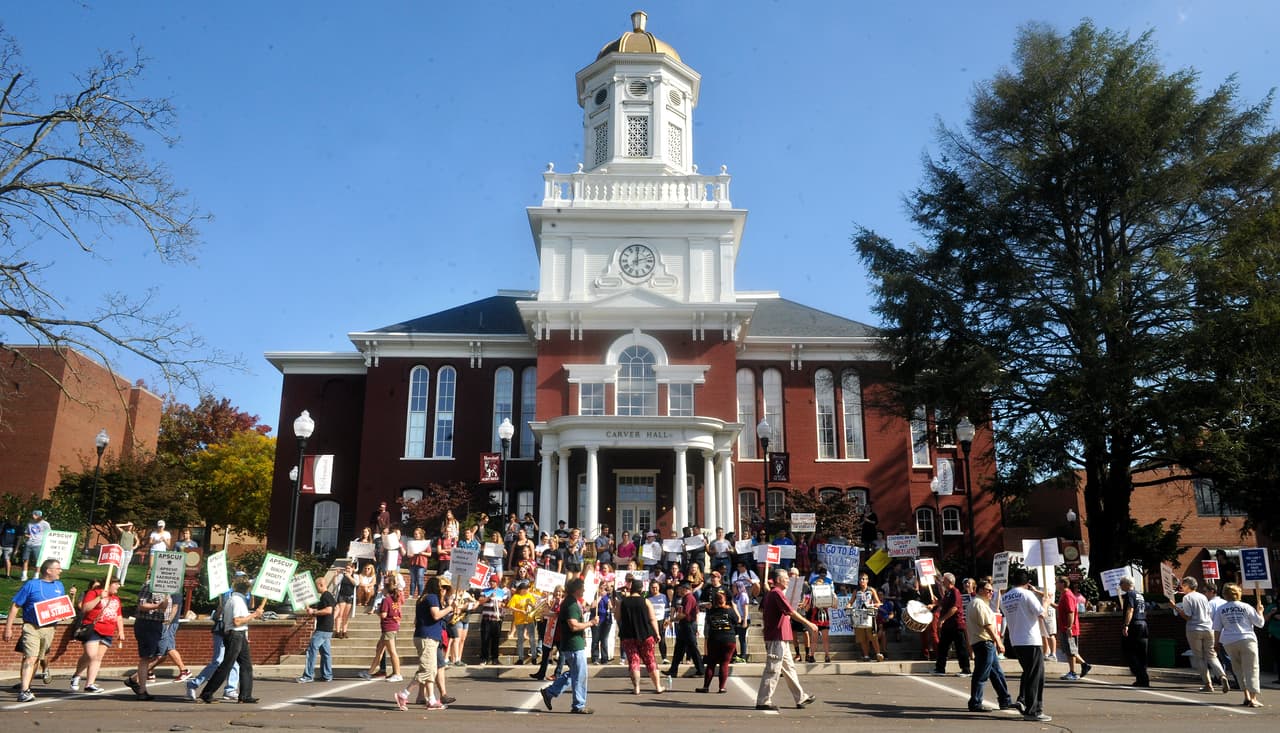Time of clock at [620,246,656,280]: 12:12
